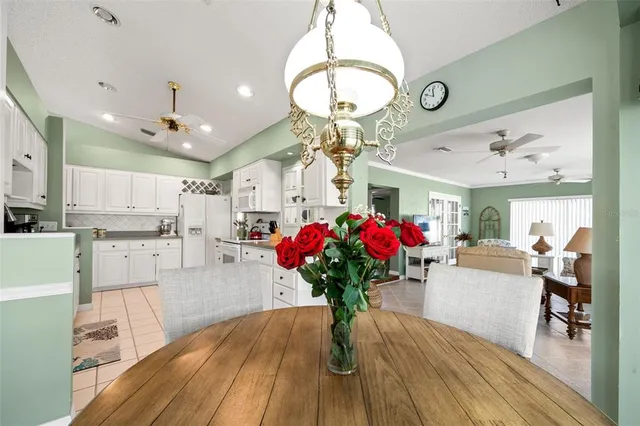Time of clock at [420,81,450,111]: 11:49
